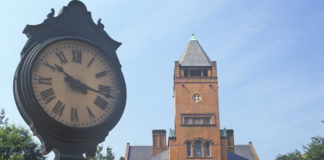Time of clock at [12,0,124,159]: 10:17
